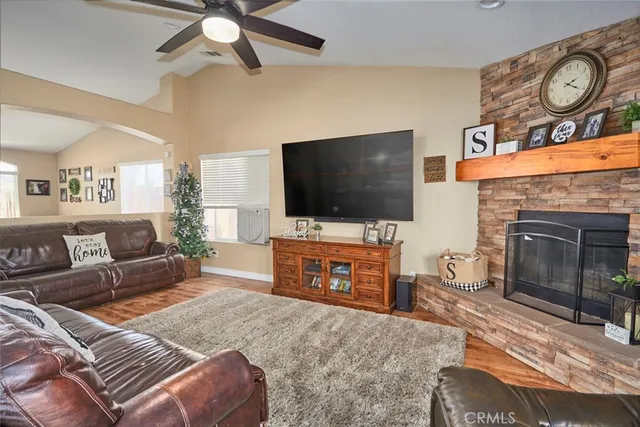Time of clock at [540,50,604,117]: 2:21
